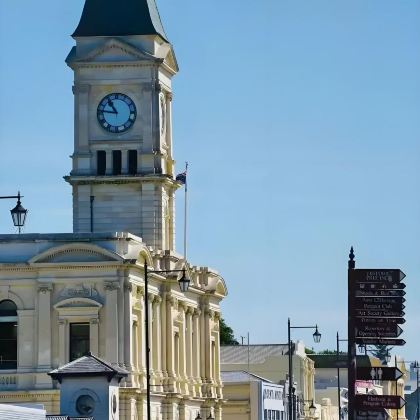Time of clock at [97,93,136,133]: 10:46
